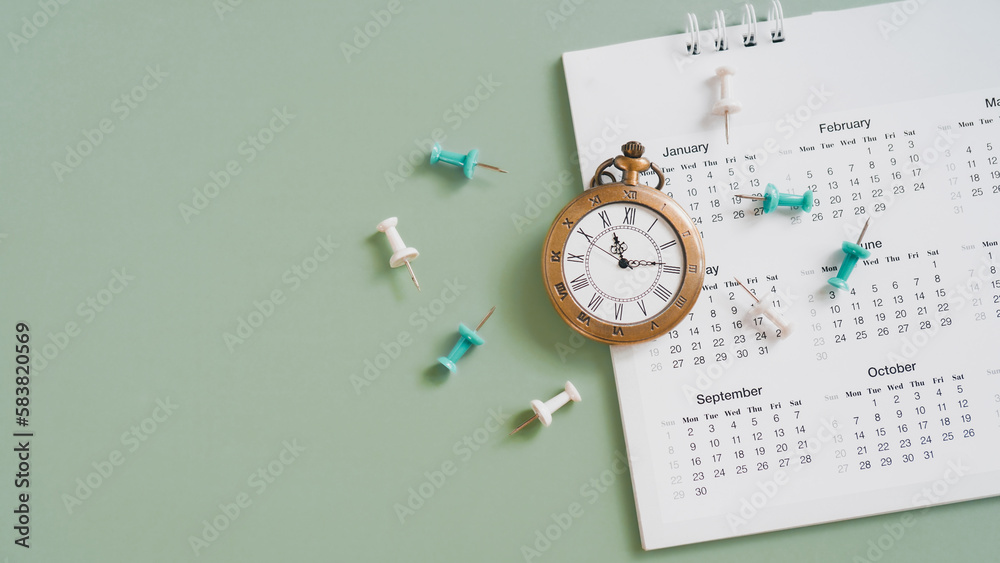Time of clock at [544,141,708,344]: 11:13
